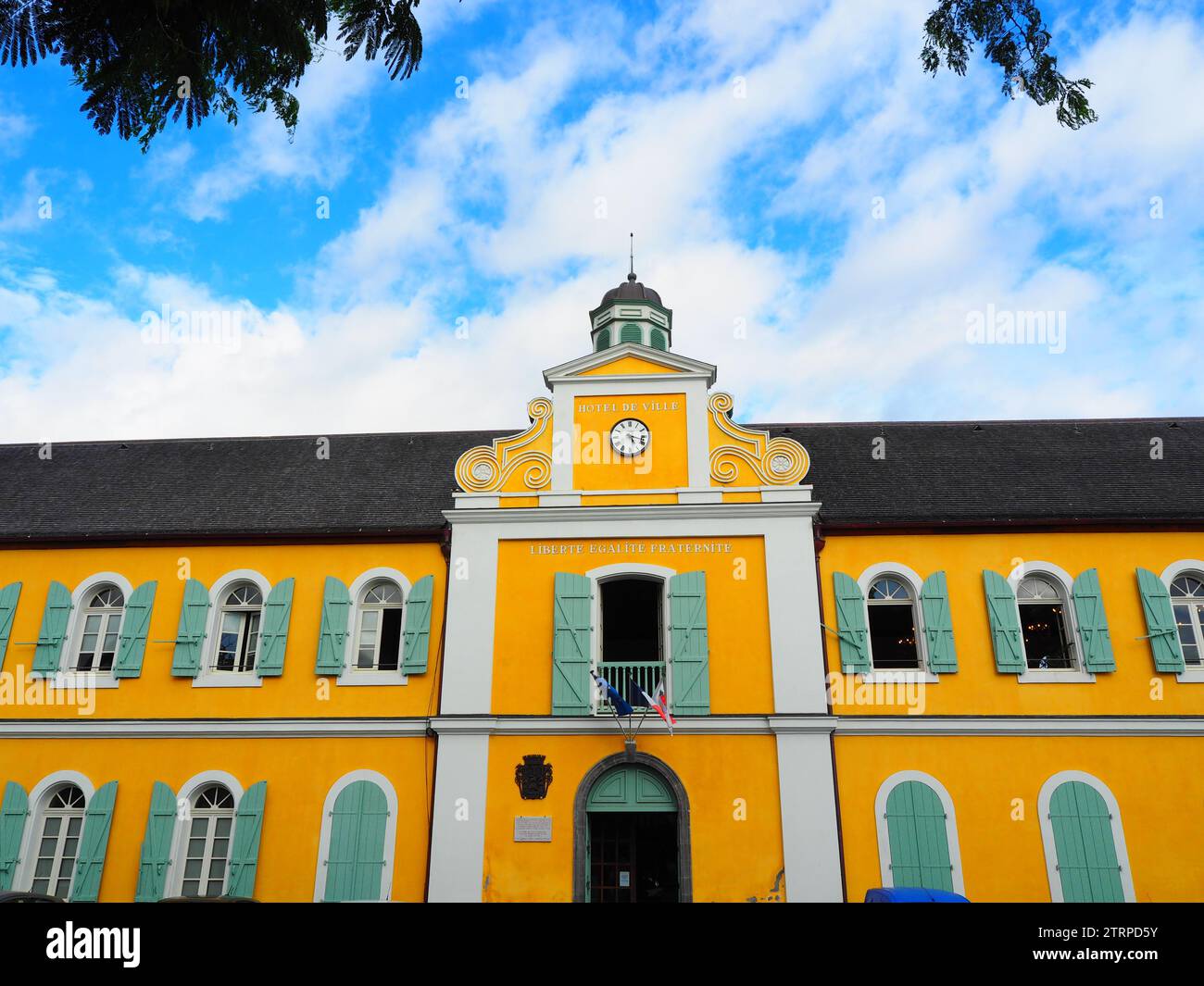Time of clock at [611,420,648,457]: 5:17
